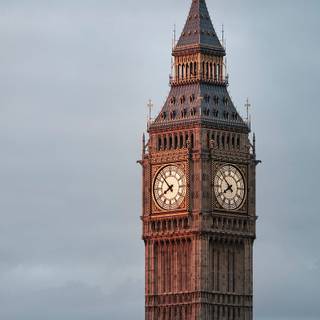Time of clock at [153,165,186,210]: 7:52
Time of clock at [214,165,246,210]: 7:52
